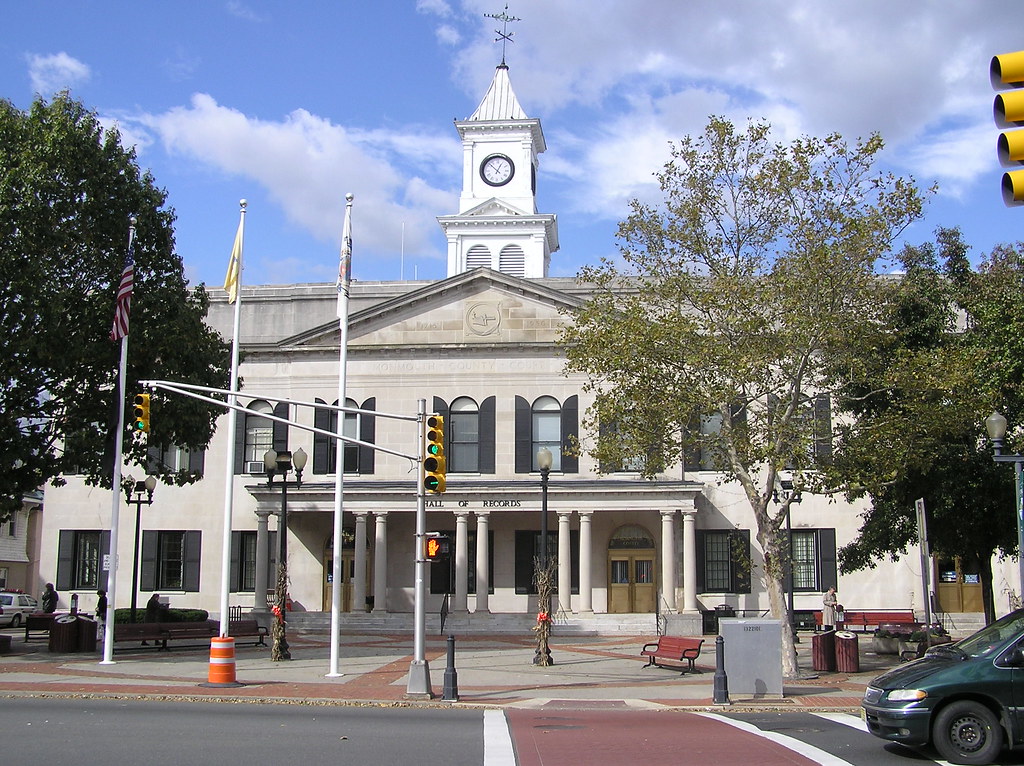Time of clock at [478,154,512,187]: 12:52
